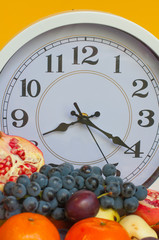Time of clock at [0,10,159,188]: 8:20
